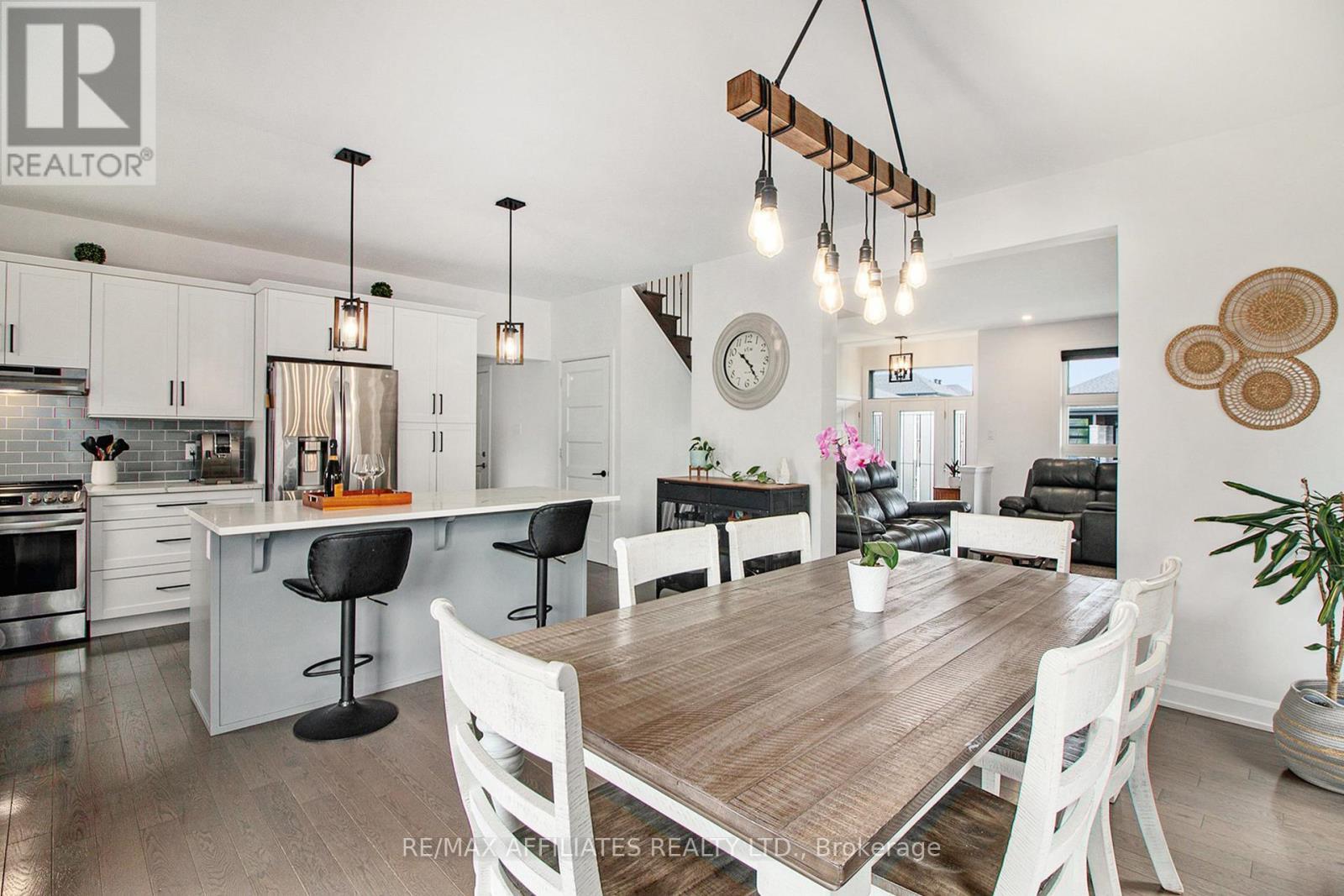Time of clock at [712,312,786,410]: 10:23
